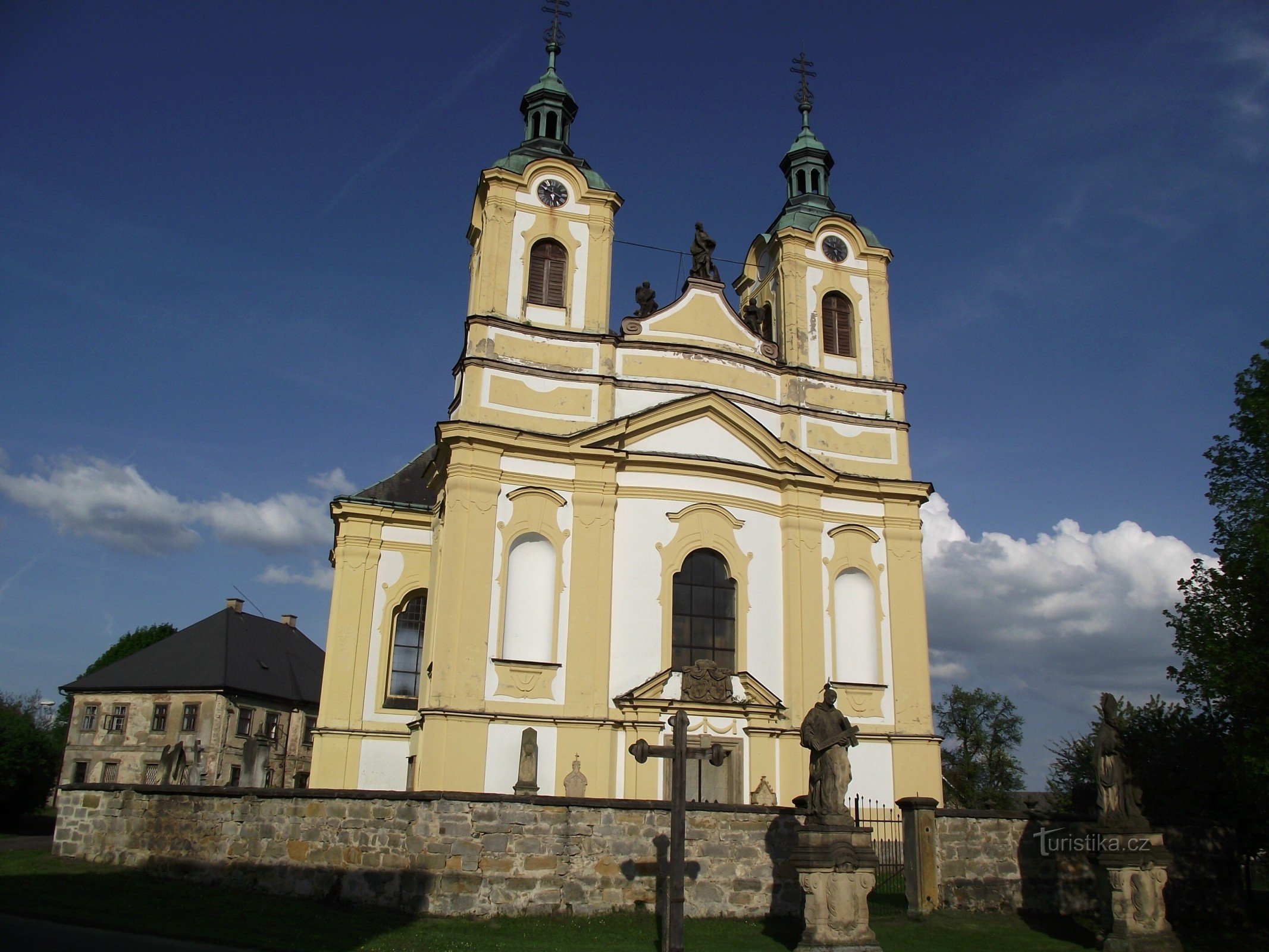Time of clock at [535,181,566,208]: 5:49
